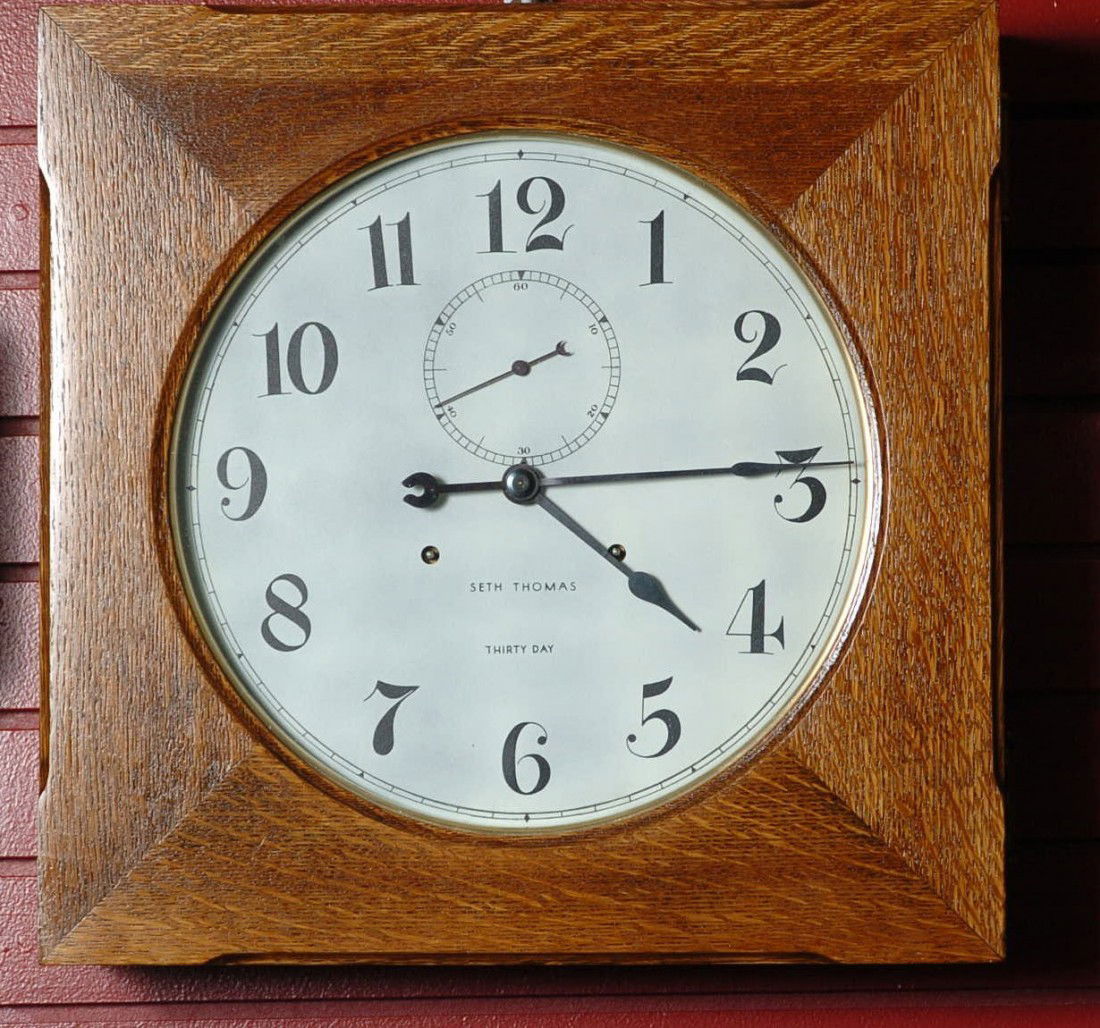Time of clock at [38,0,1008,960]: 4:14
